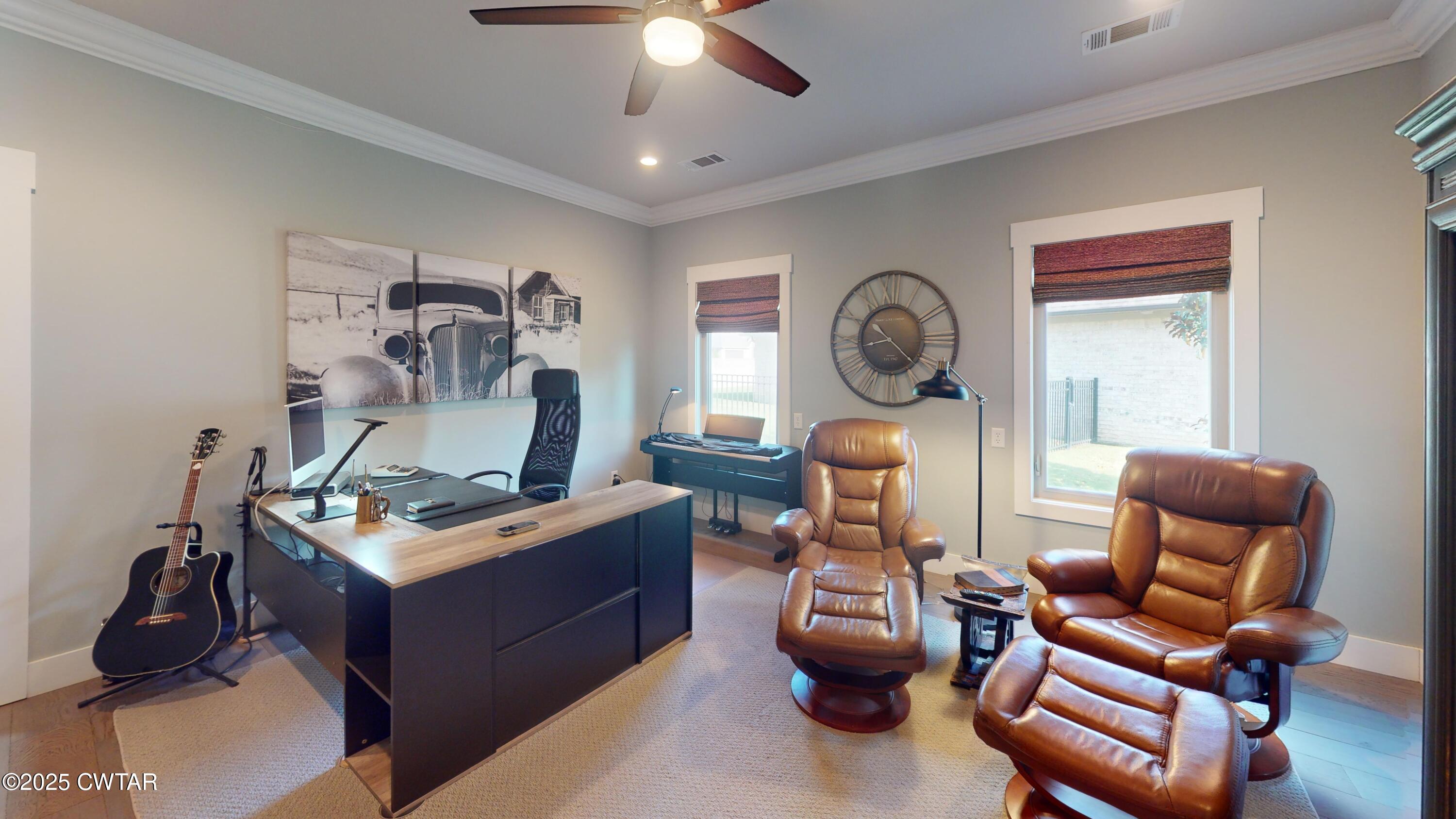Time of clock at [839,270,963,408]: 10:22
